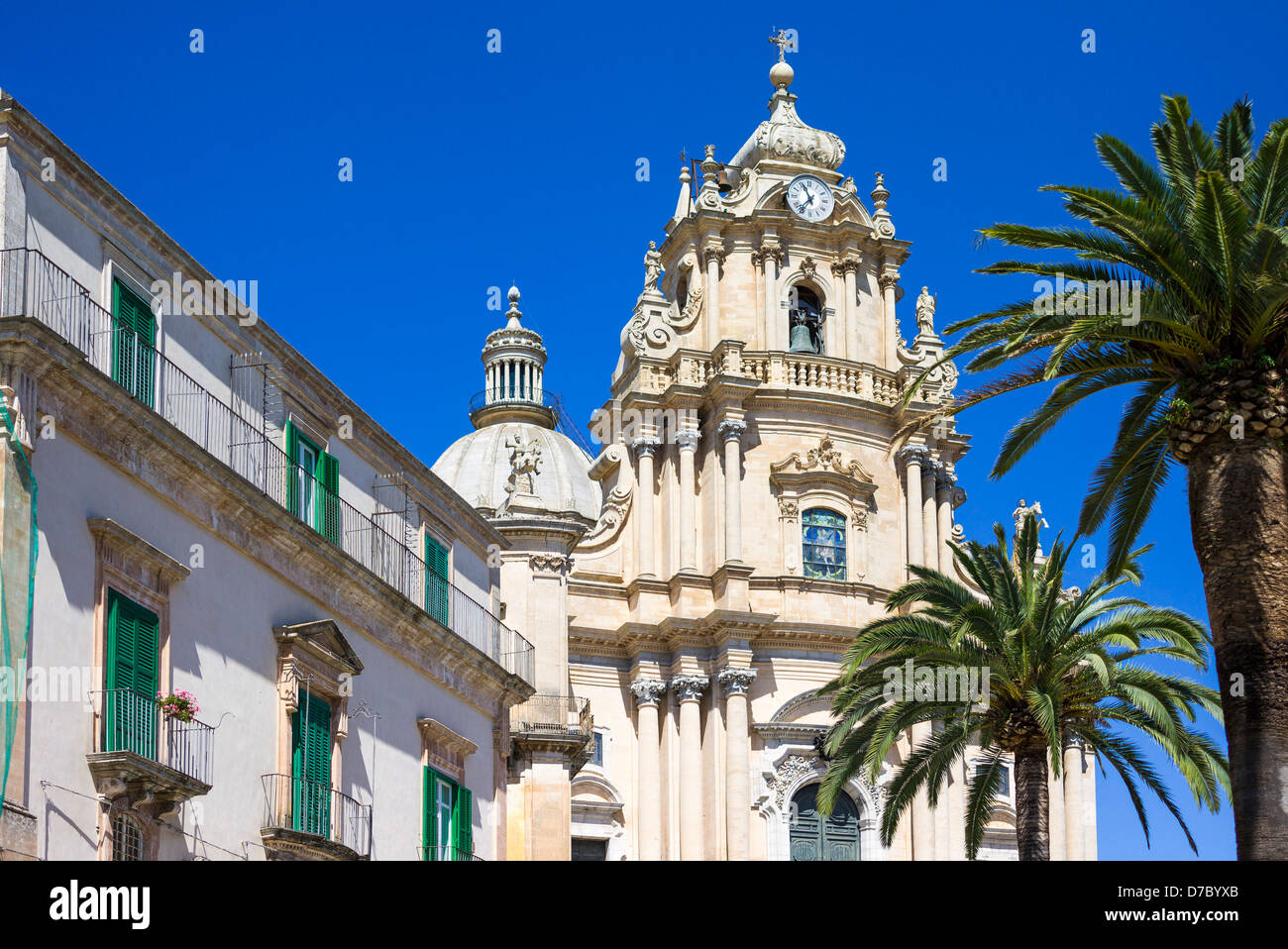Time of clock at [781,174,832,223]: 11:36
